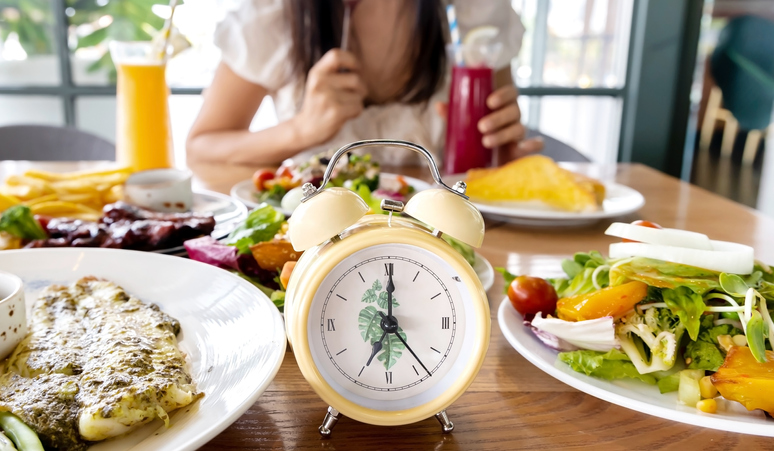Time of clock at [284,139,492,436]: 7:00
